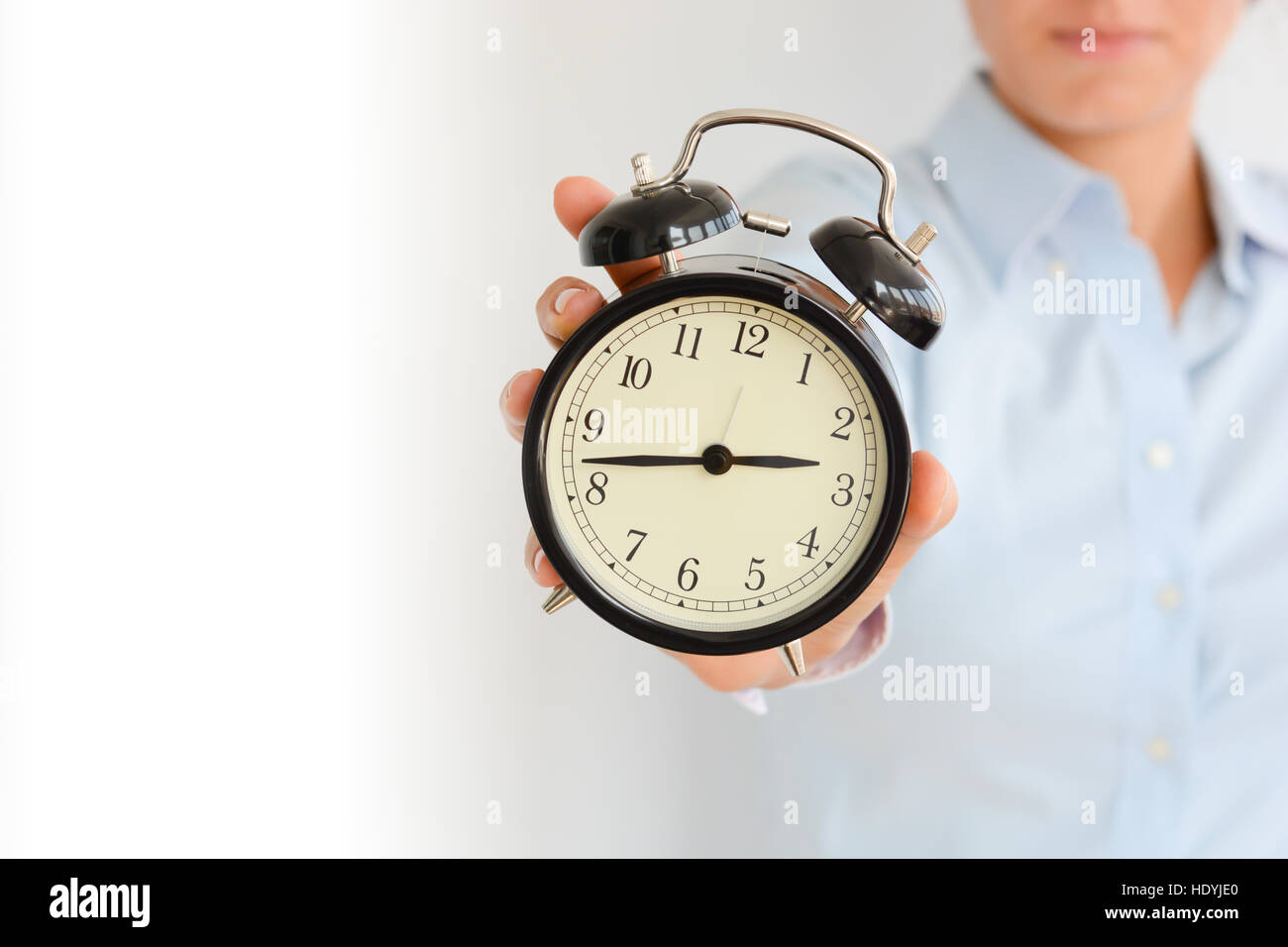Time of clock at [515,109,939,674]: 2:42
